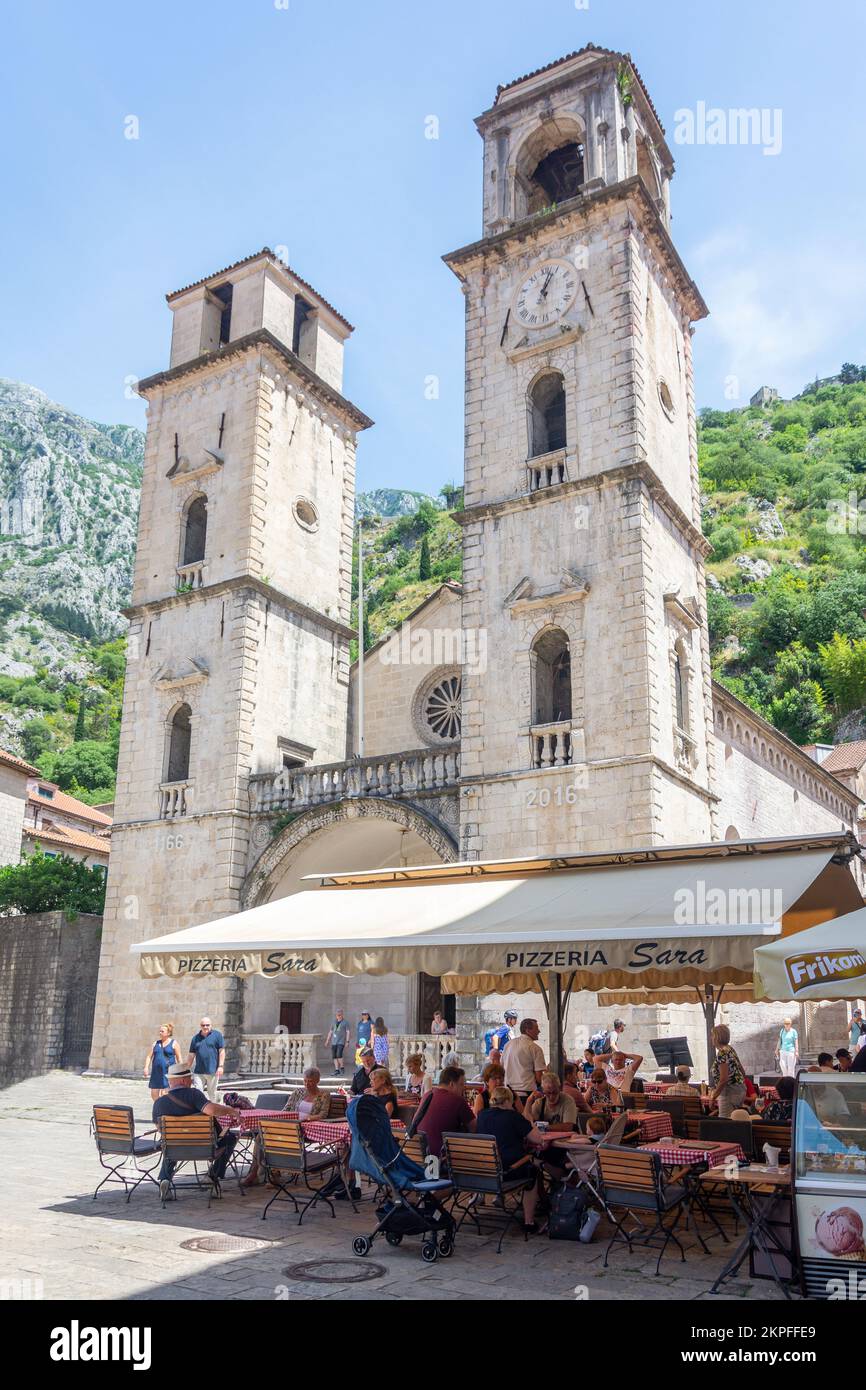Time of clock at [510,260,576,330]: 1:02
